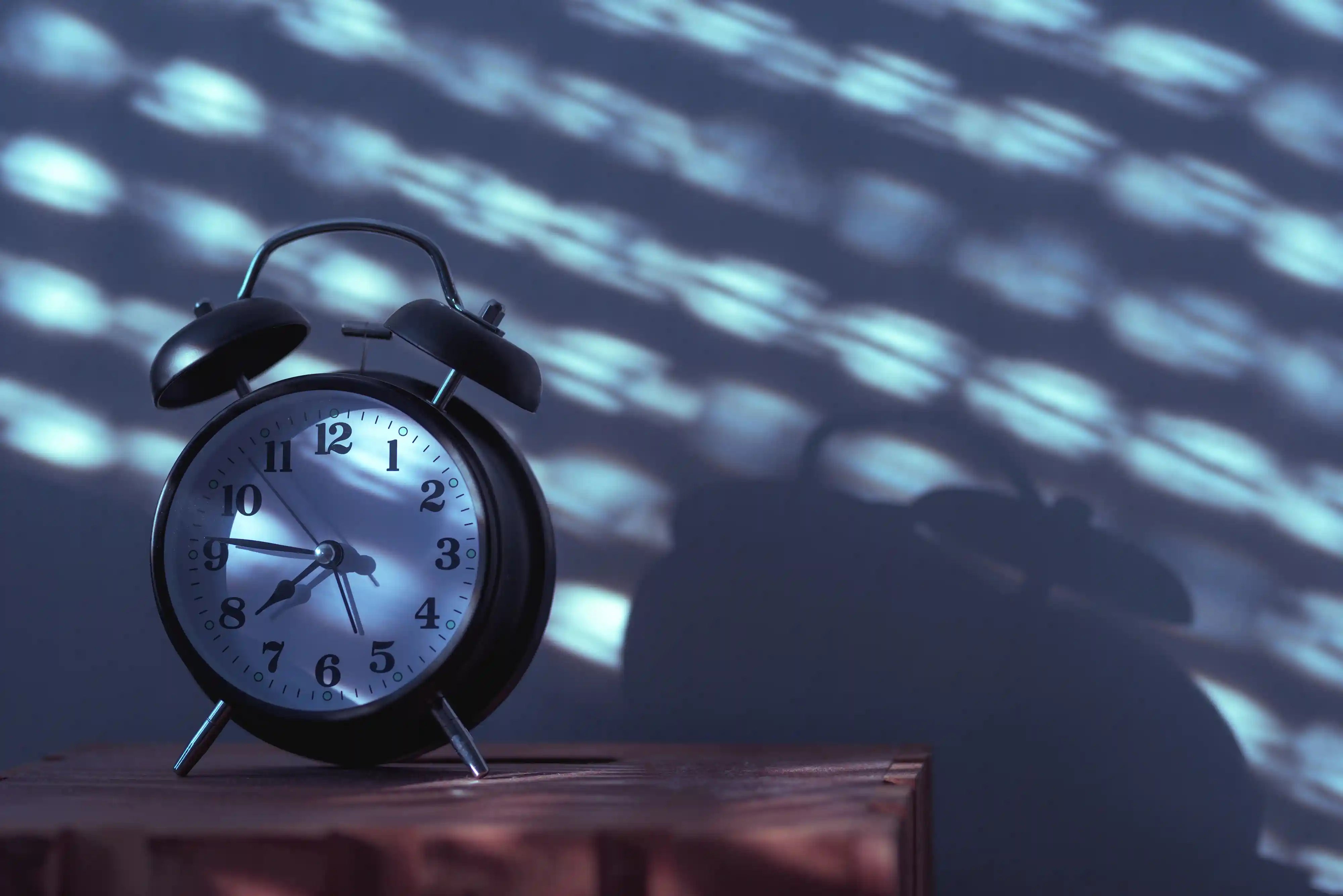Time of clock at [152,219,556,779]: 7:46
